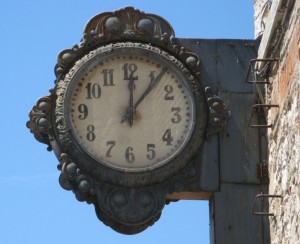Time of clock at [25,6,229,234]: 12:06
